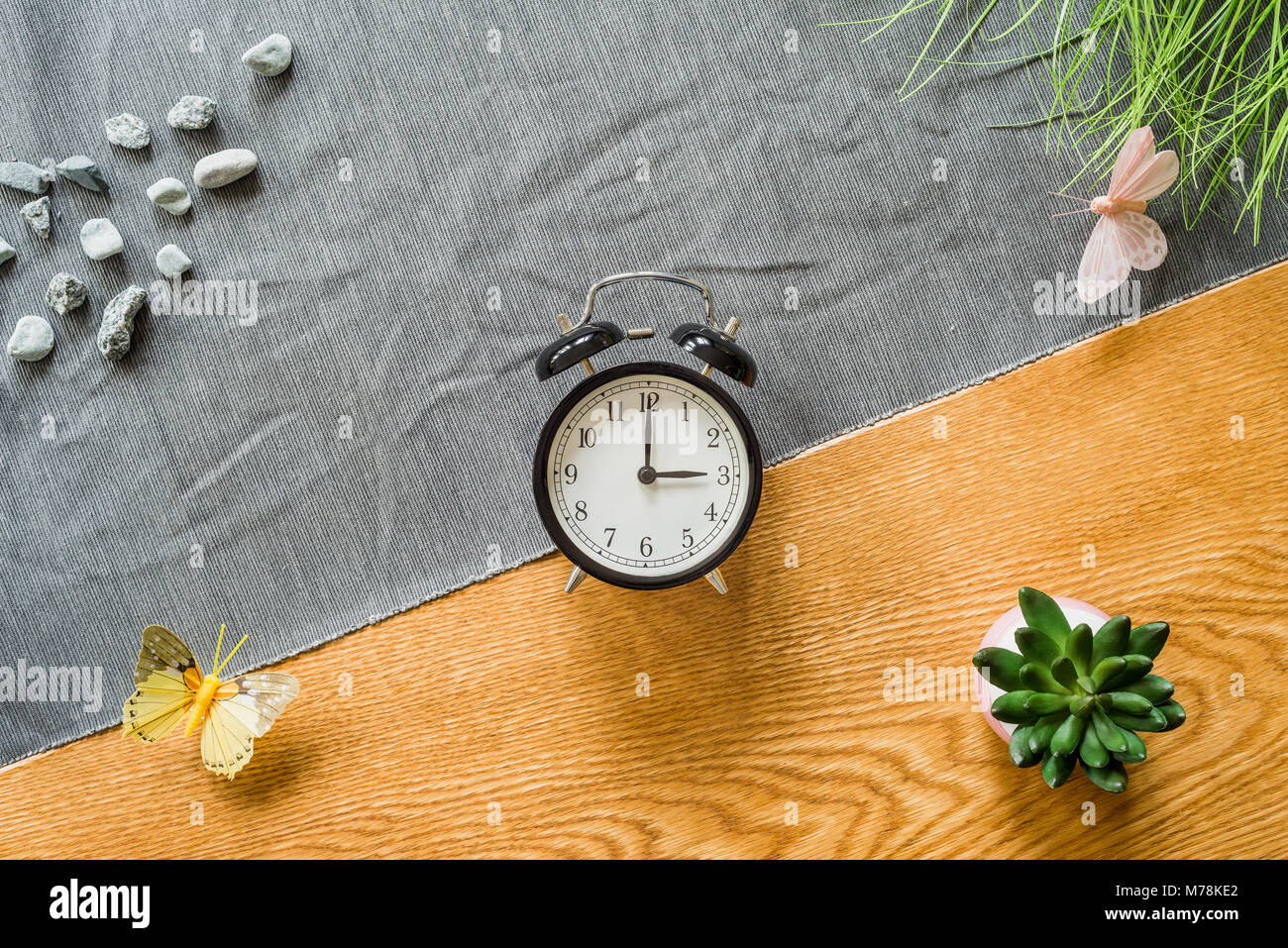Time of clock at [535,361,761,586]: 3:00
